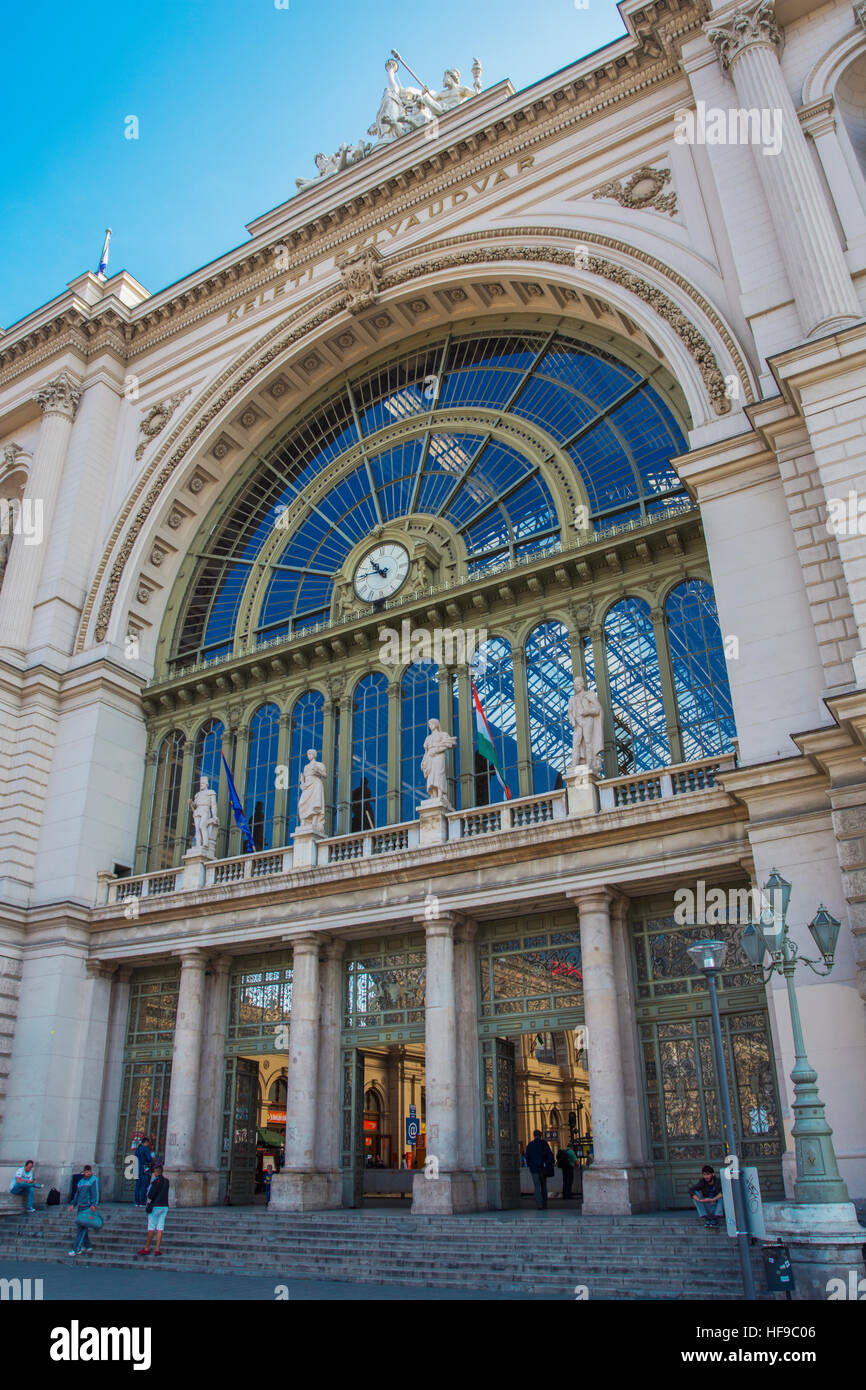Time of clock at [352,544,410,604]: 10:45
